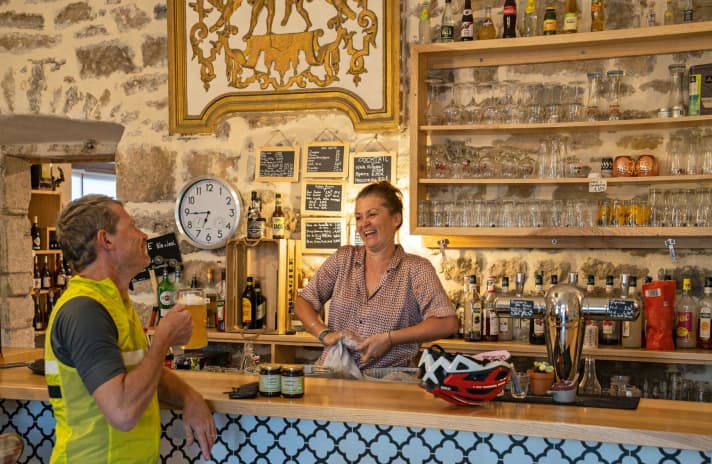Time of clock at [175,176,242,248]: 6:44
